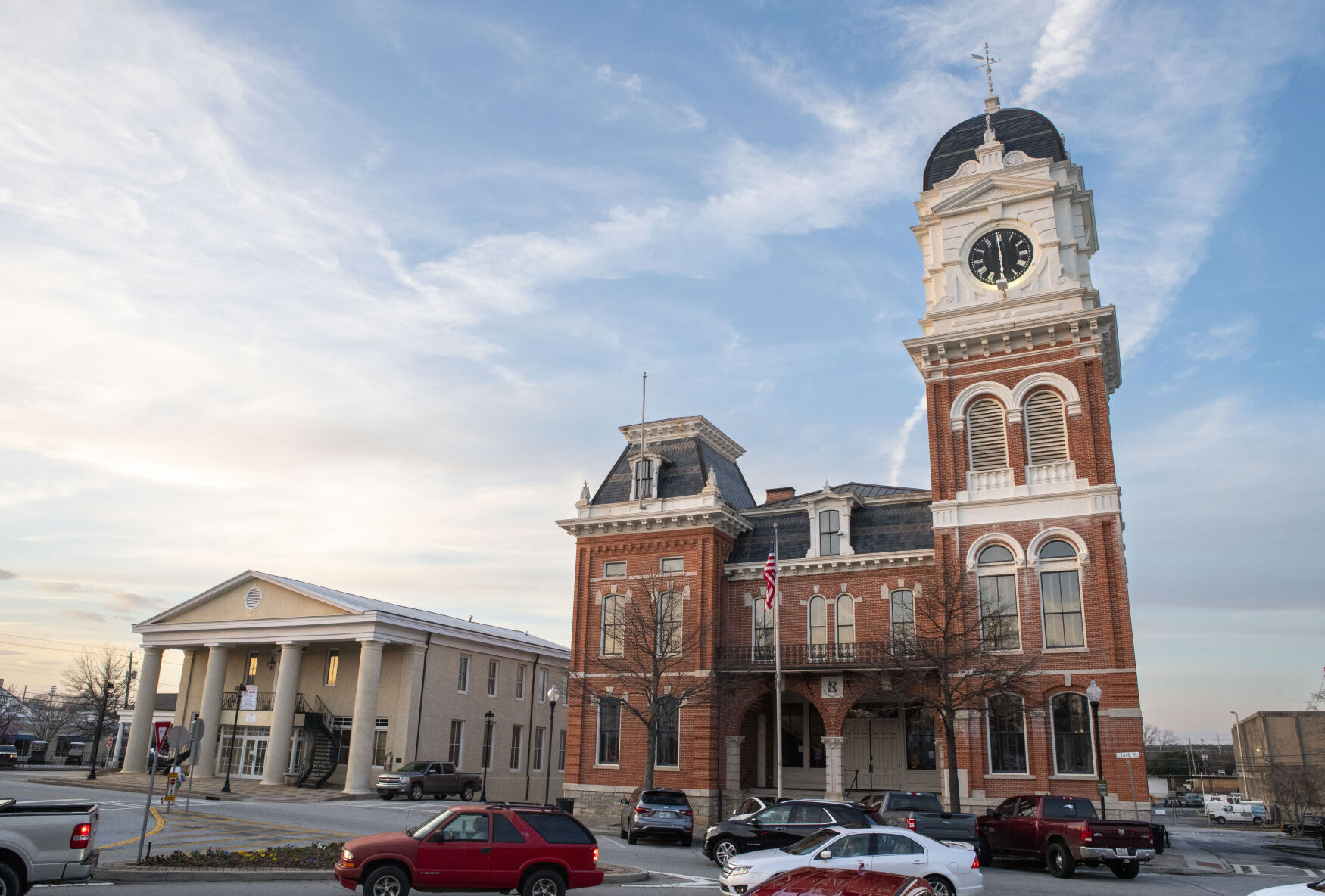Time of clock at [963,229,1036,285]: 5:59
